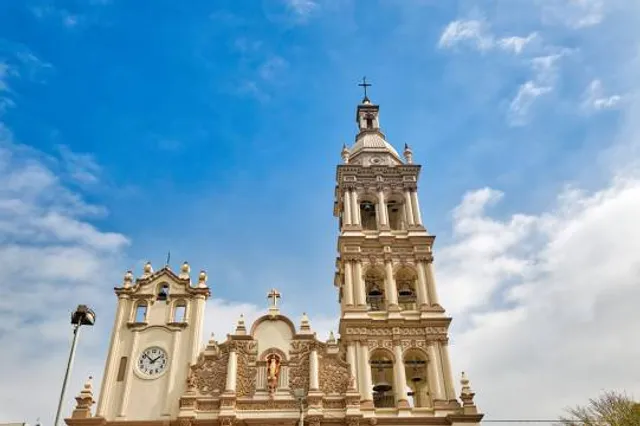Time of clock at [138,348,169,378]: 1:52
